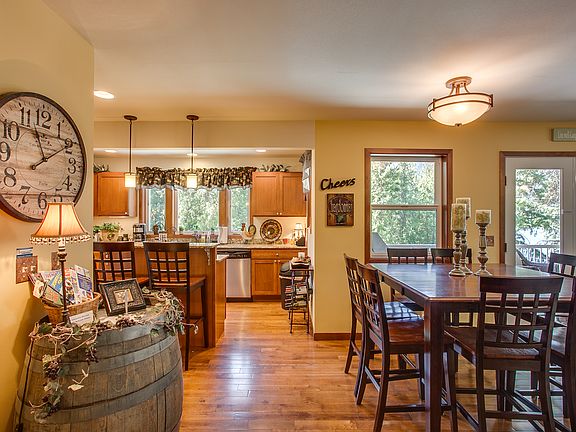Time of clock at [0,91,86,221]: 11:09
